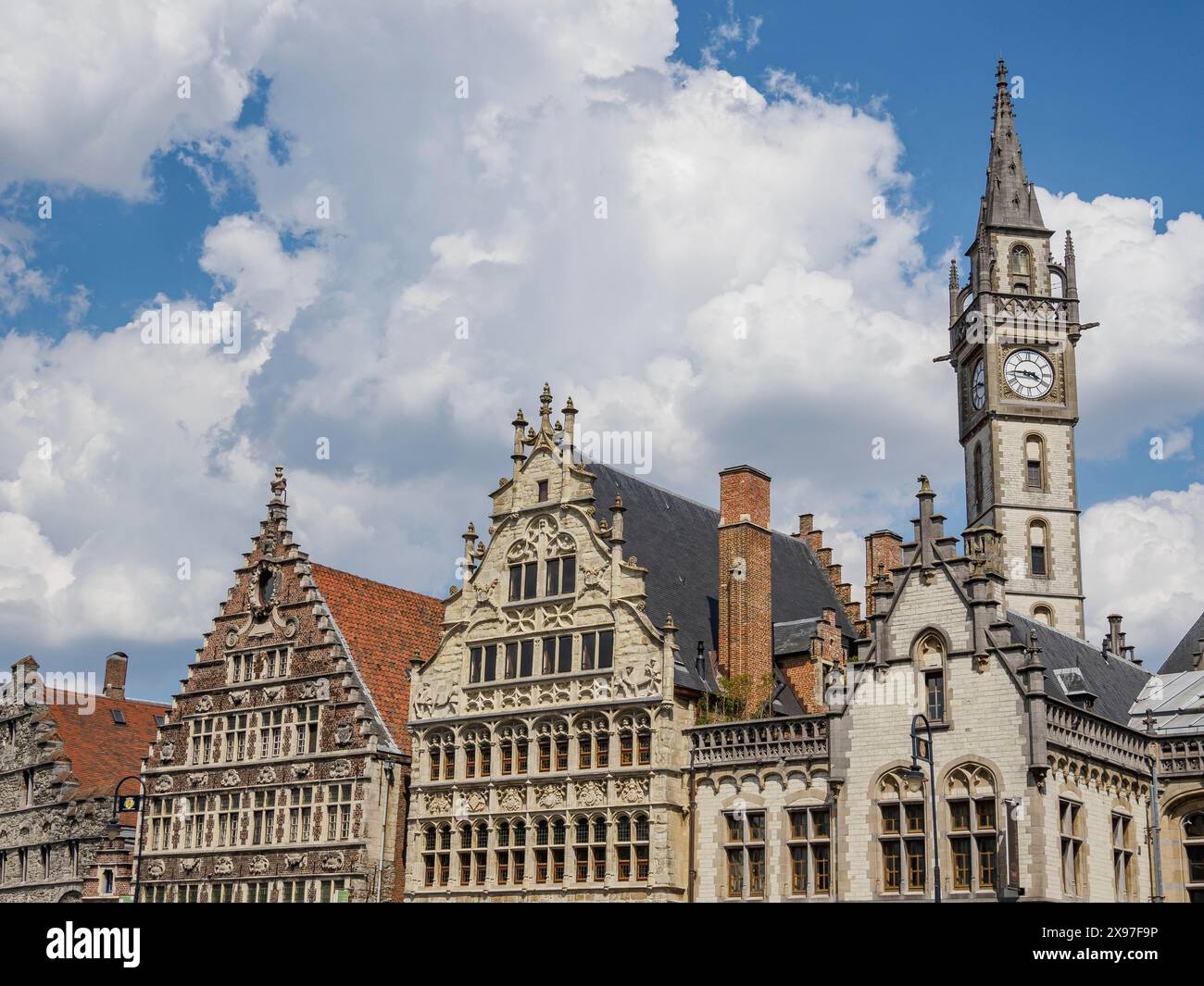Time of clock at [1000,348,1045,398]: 3:45
